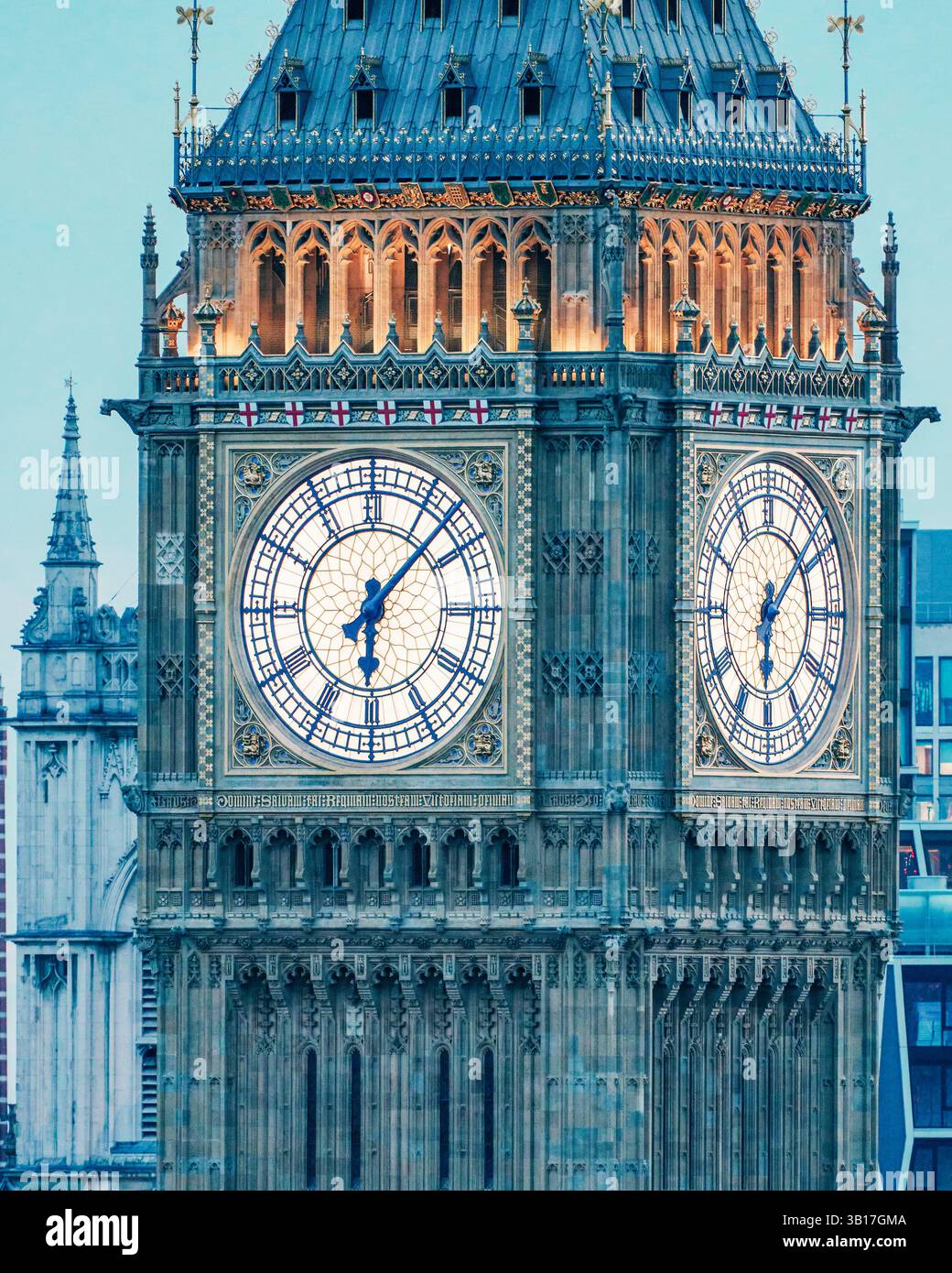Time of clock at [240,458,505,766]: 6:07
